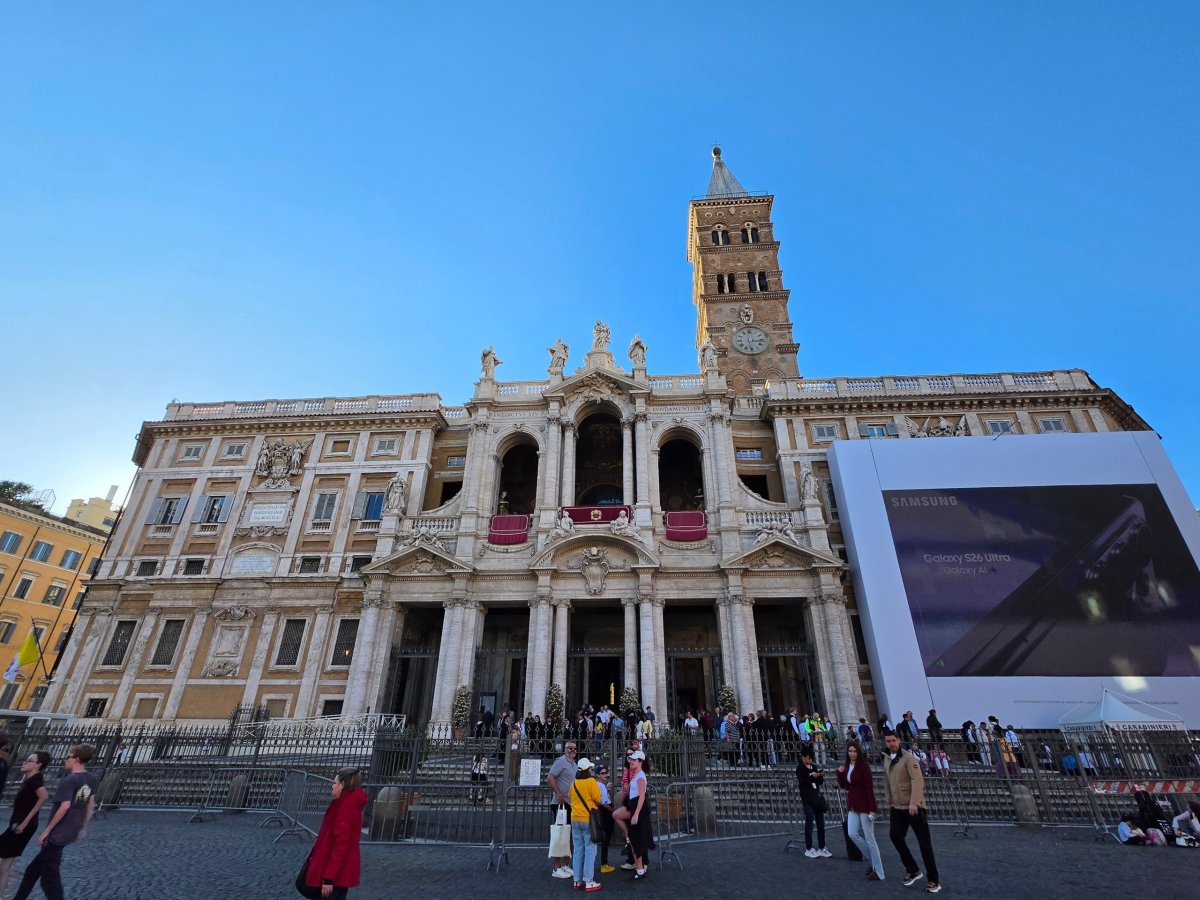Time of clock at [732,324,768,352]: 6:16
